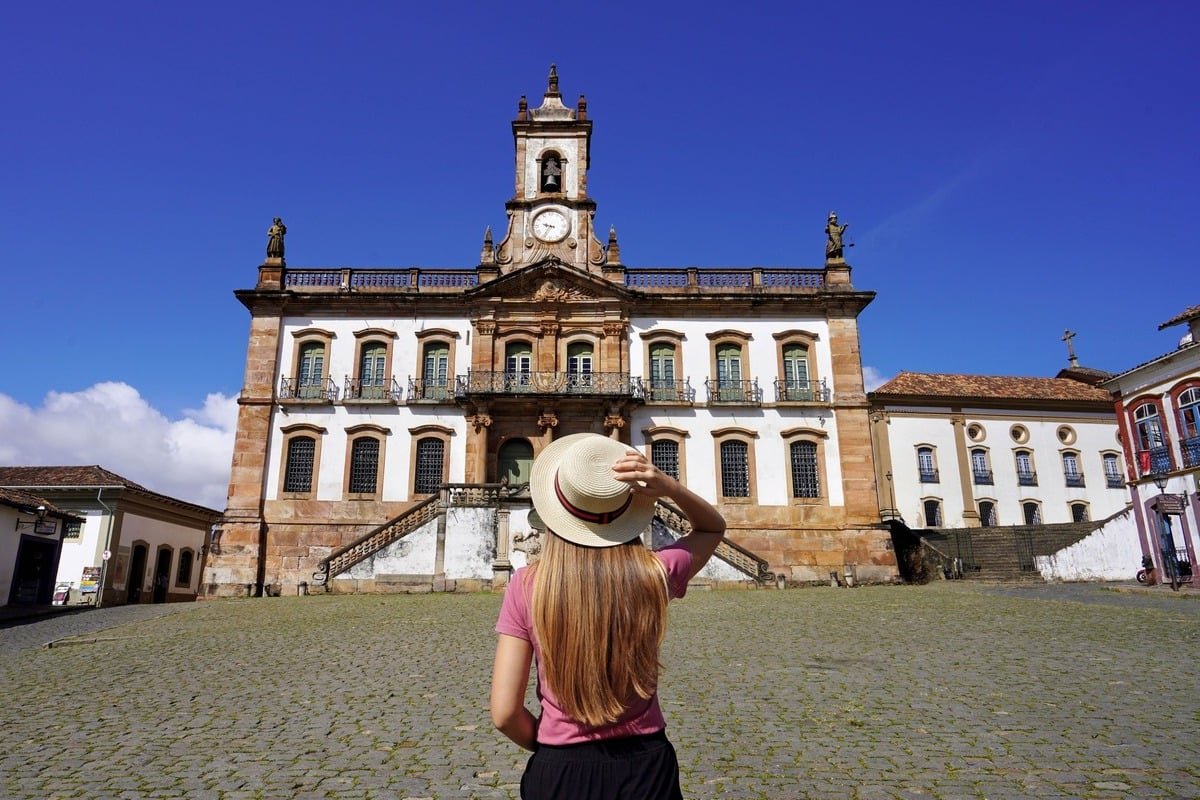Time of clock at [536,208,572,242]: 9:34
